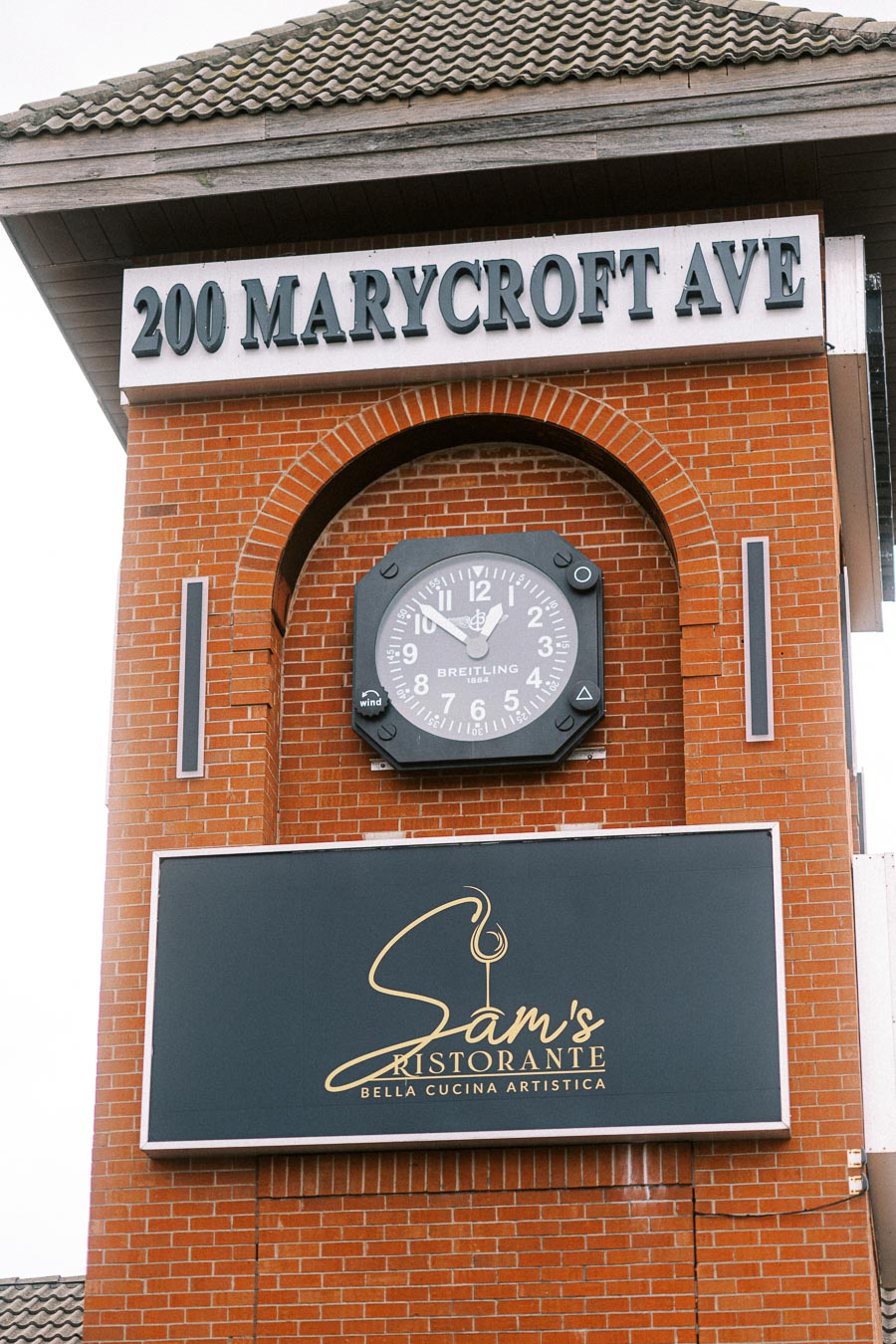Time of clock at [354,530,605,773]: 12:51
